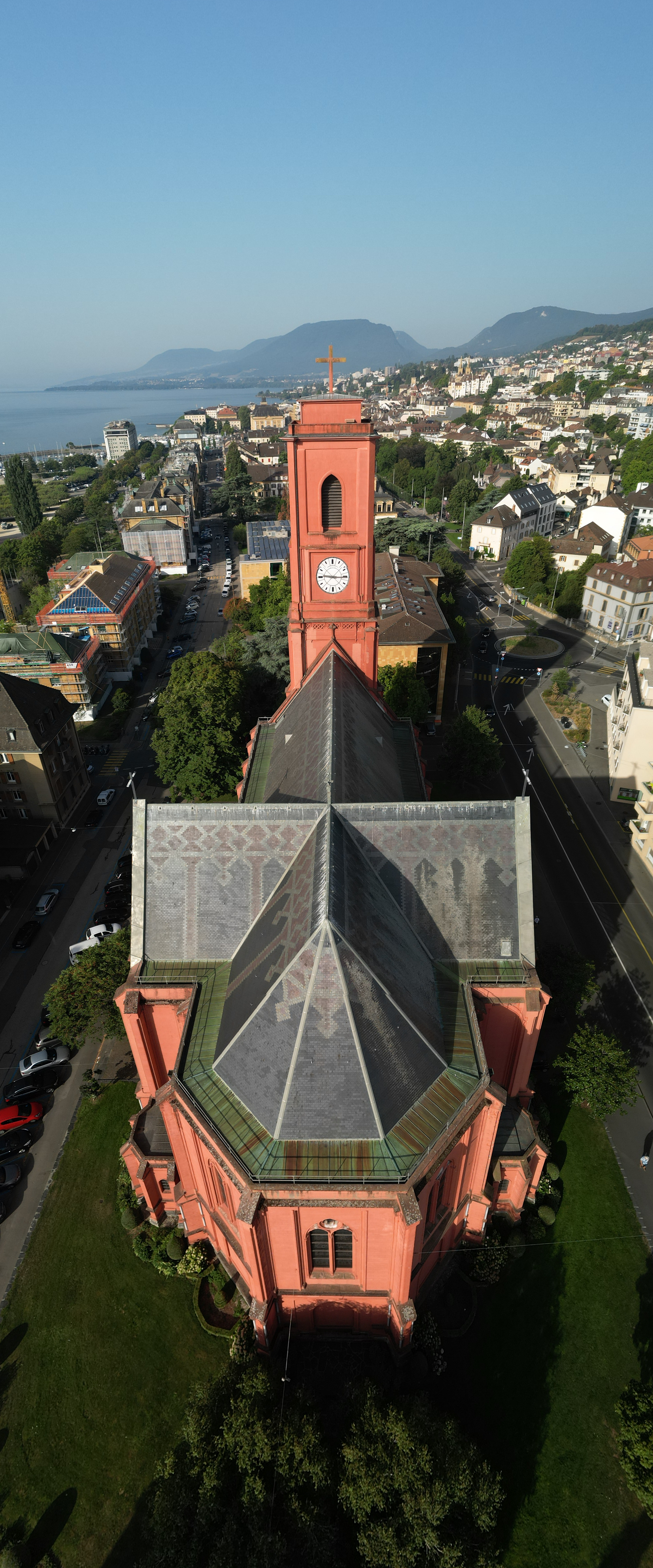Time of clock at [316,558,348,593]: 9:15
